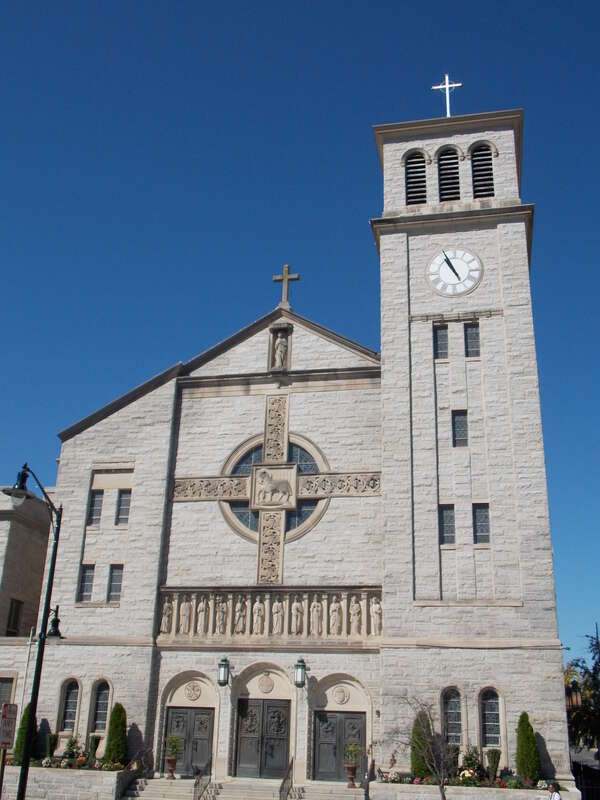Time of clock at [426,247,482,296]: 10:55
